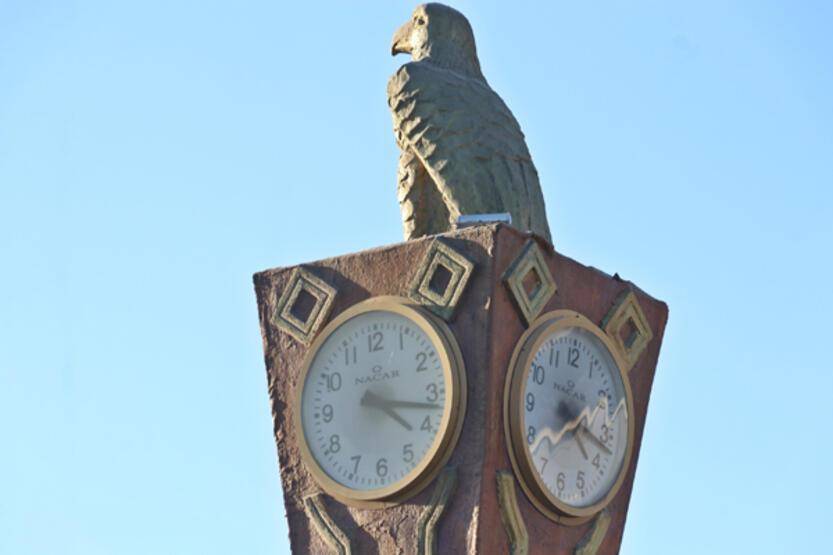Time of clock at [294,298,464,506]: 4:17
